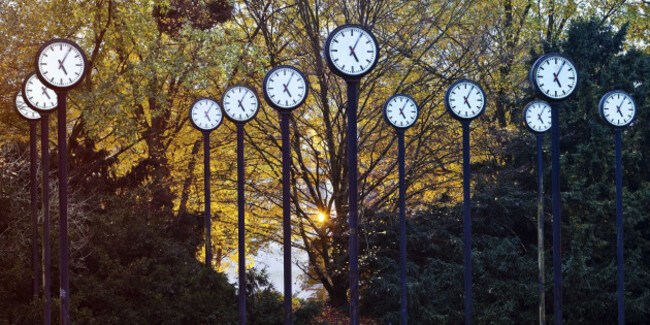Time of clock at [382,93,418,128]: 5:05
